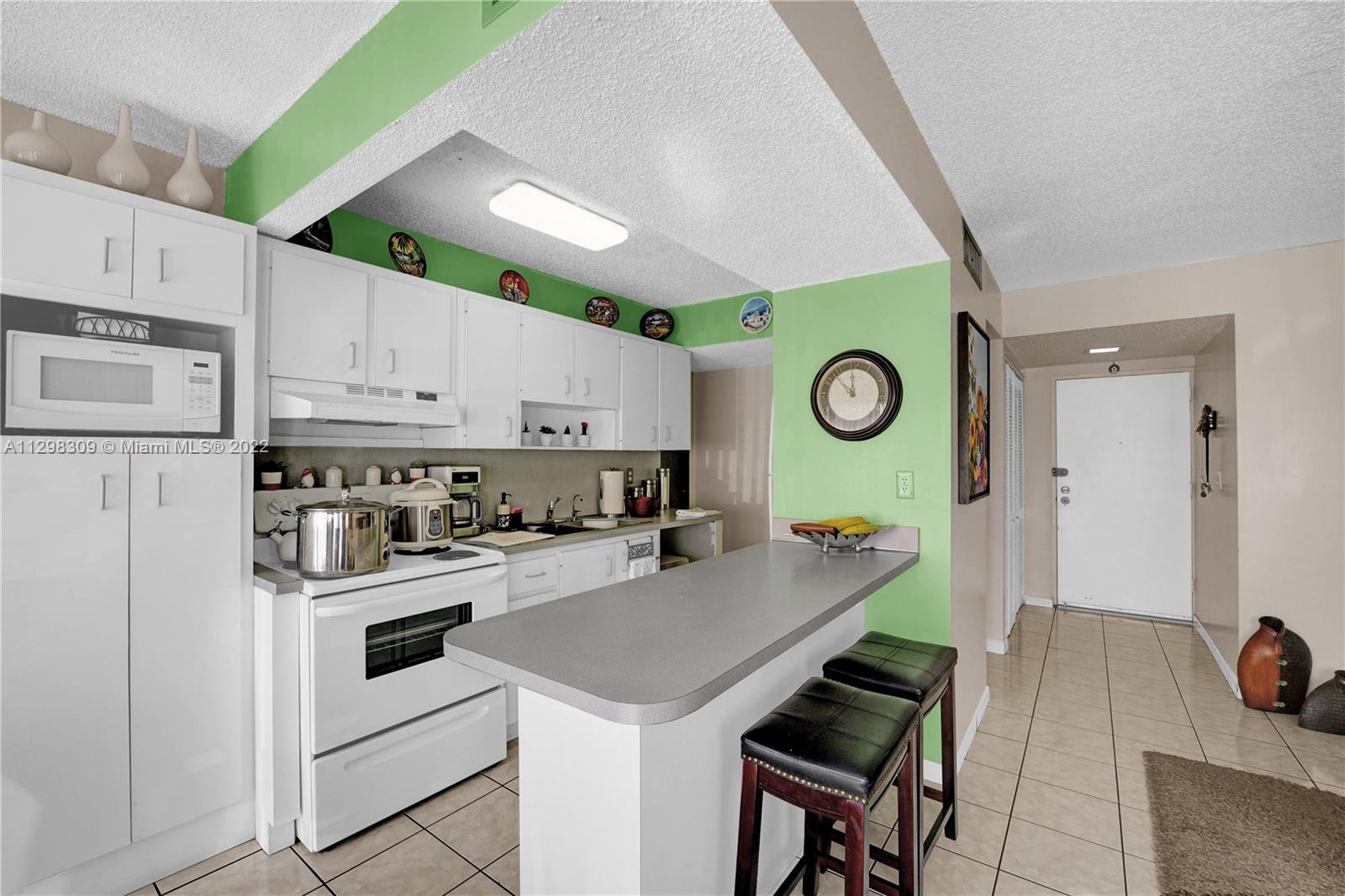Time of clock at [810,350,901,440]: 11:52
